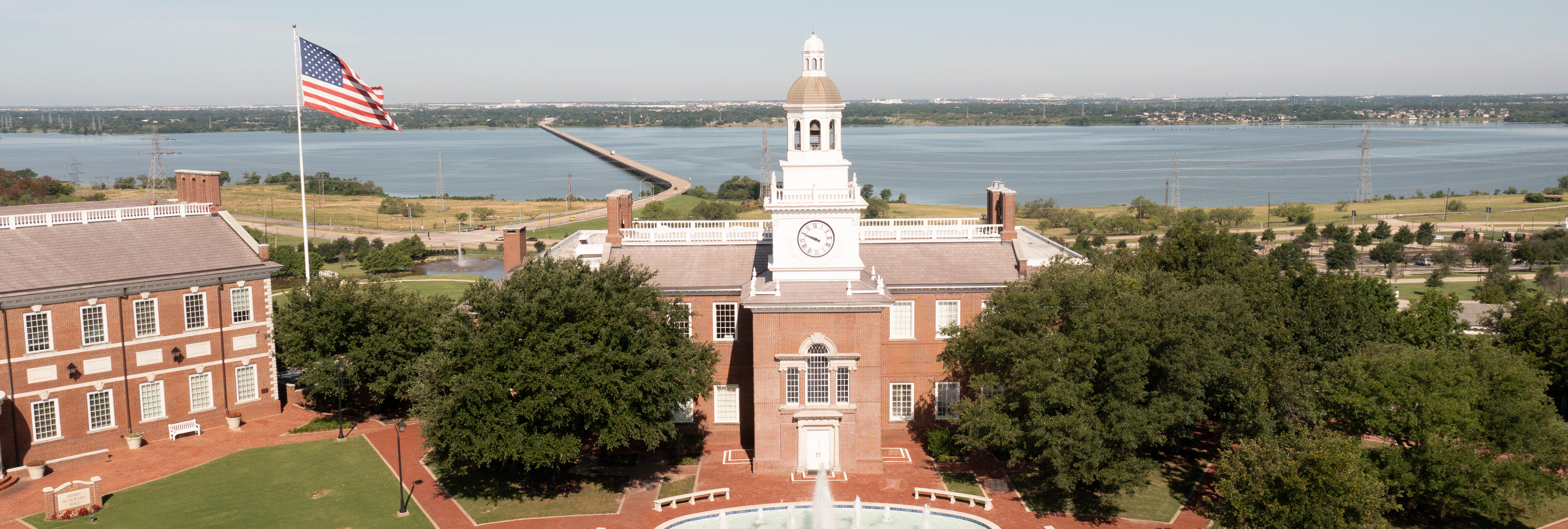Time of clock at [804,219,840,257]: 9:49
